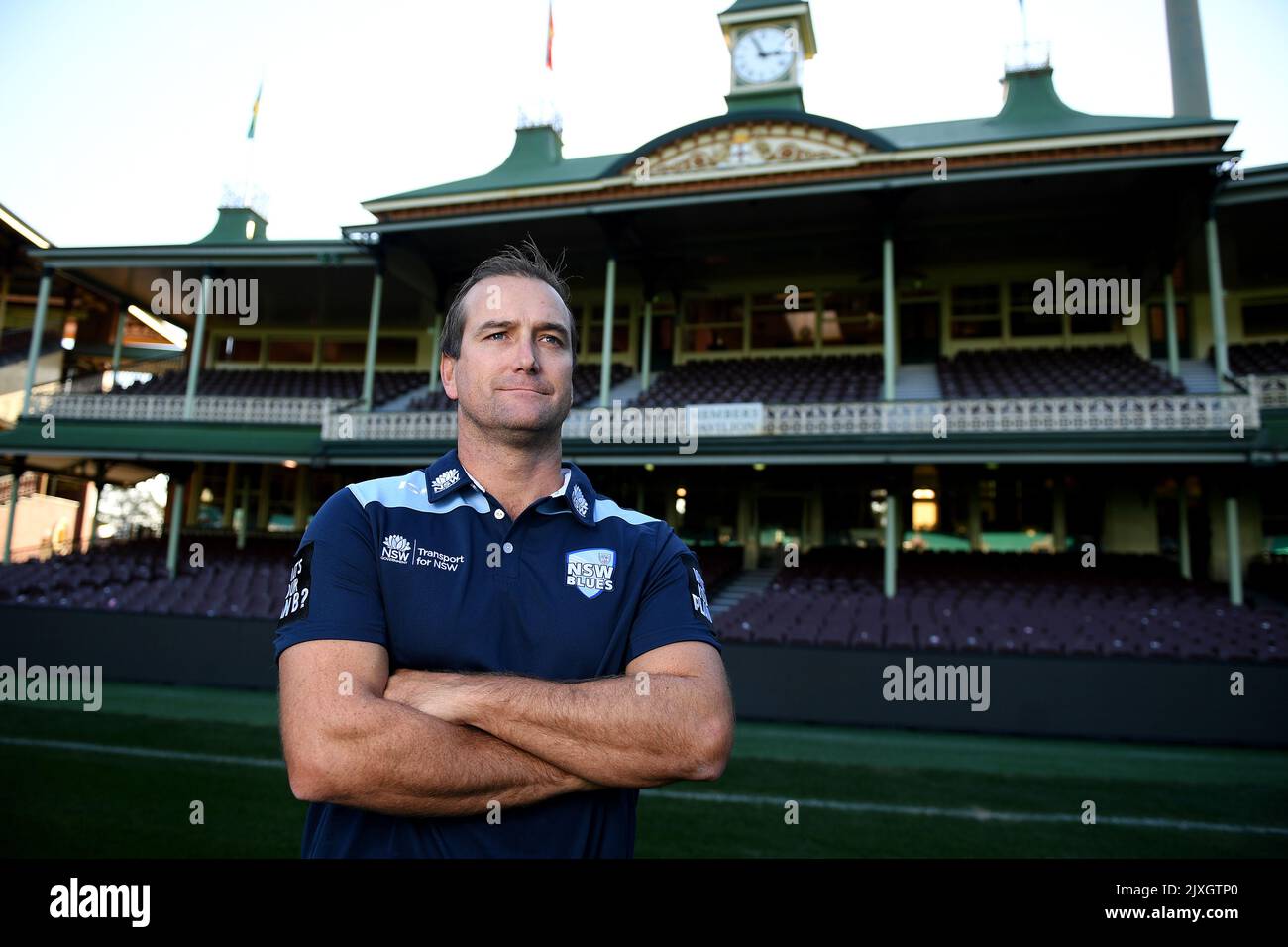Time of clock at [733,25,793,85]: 2:56
